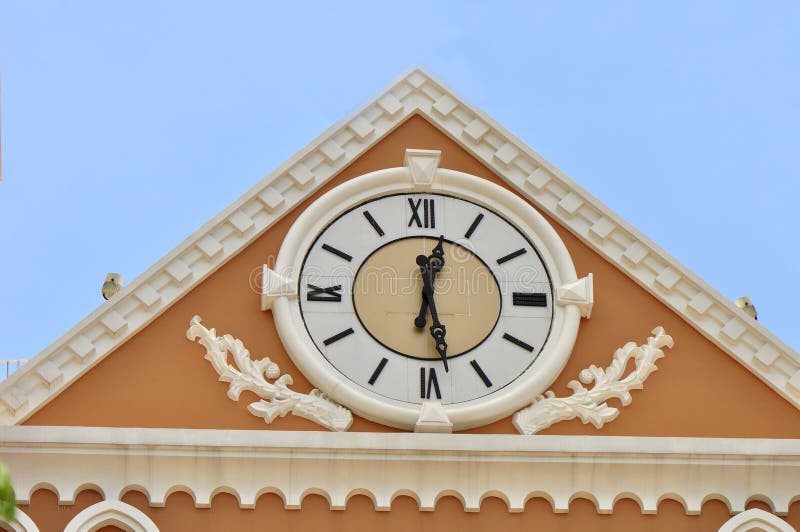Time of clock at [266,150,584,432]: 12:28
